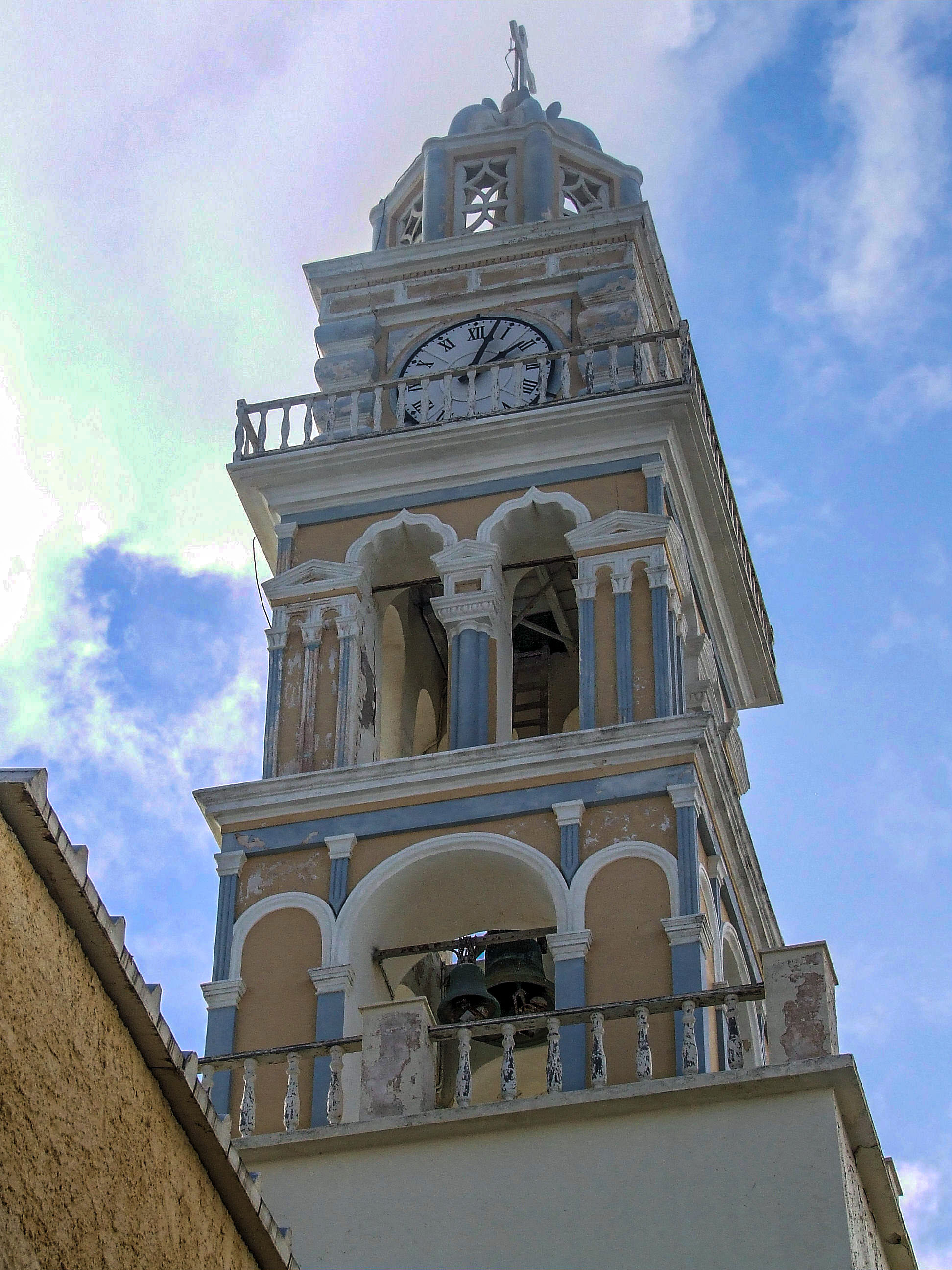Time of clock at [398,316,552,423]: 2:02
